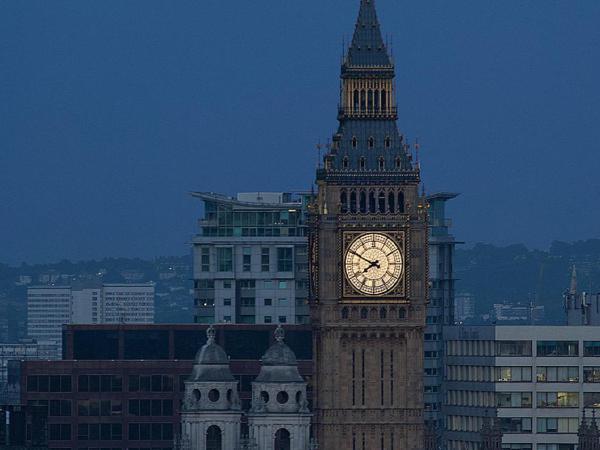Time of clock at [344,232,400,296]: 7:49
